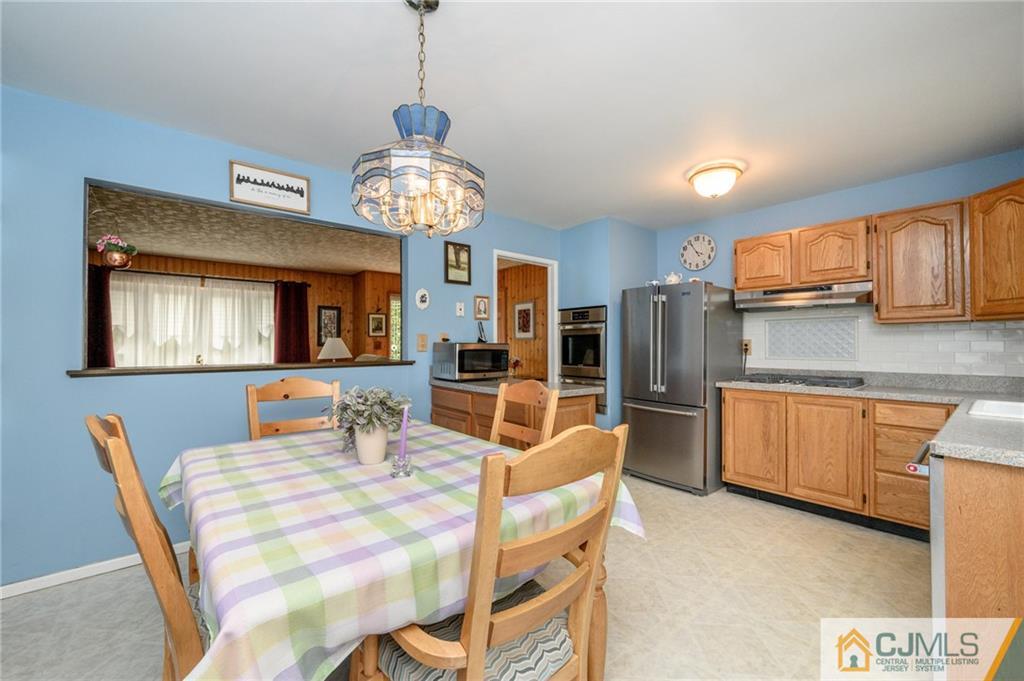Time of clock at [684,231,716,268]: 3:55
